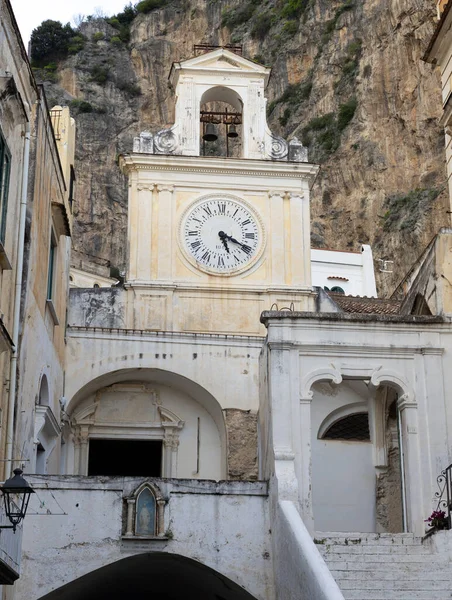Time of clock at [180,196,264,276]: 5:19
